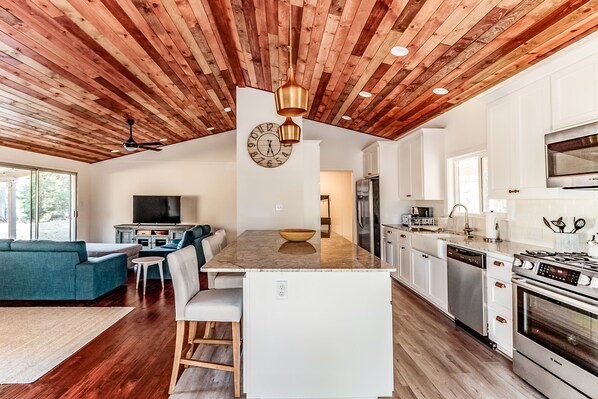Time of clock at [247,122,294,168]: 6:26
